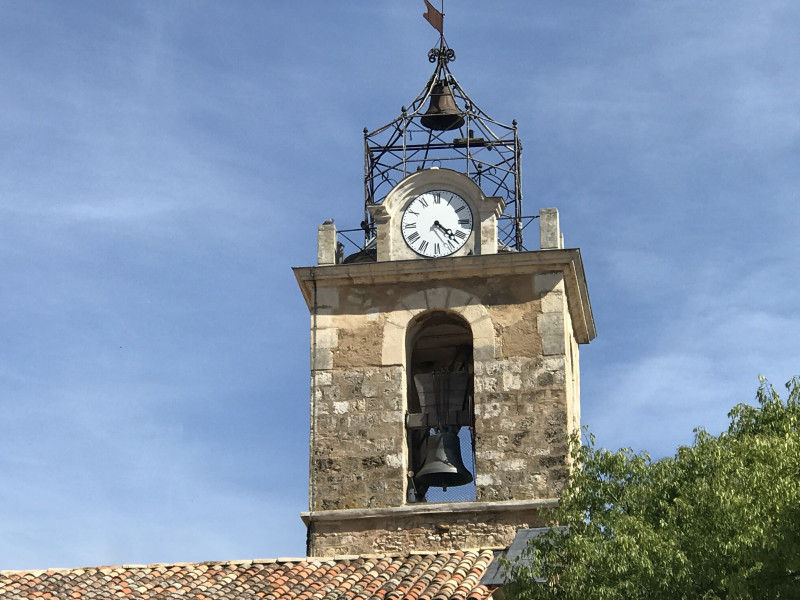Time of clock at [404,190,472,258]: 4:22
